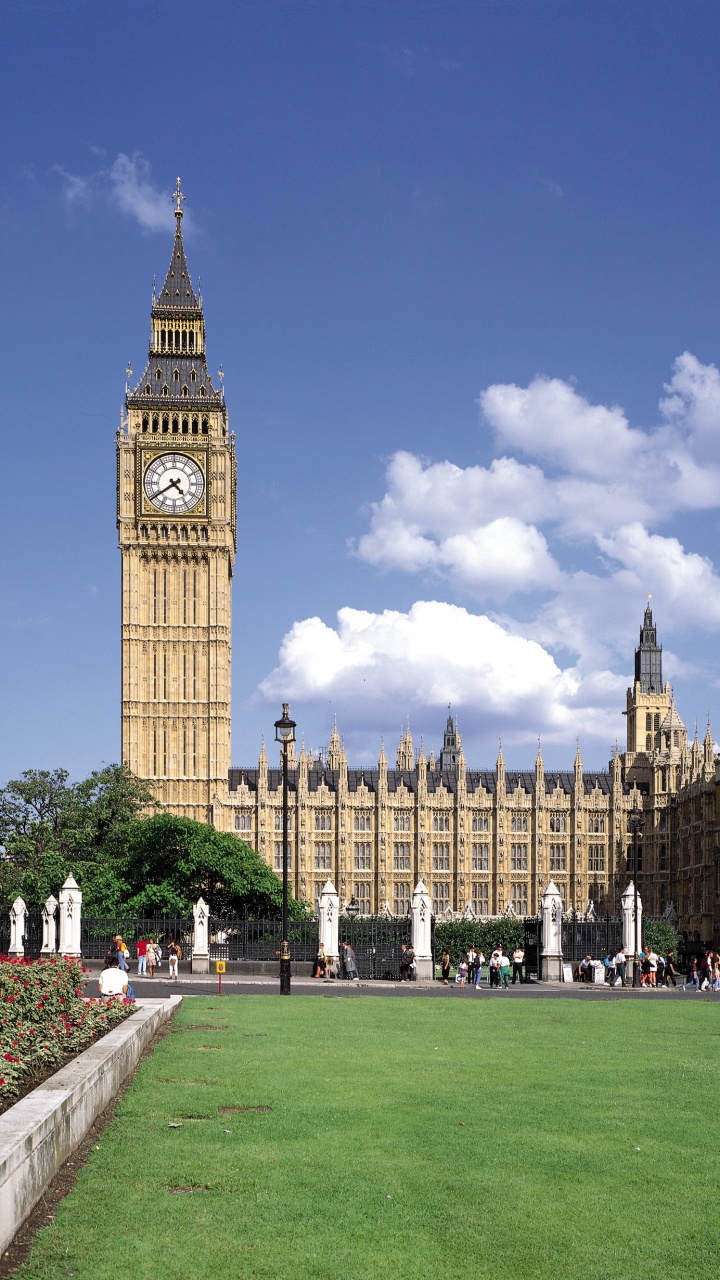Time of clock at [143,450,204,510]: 4:39
